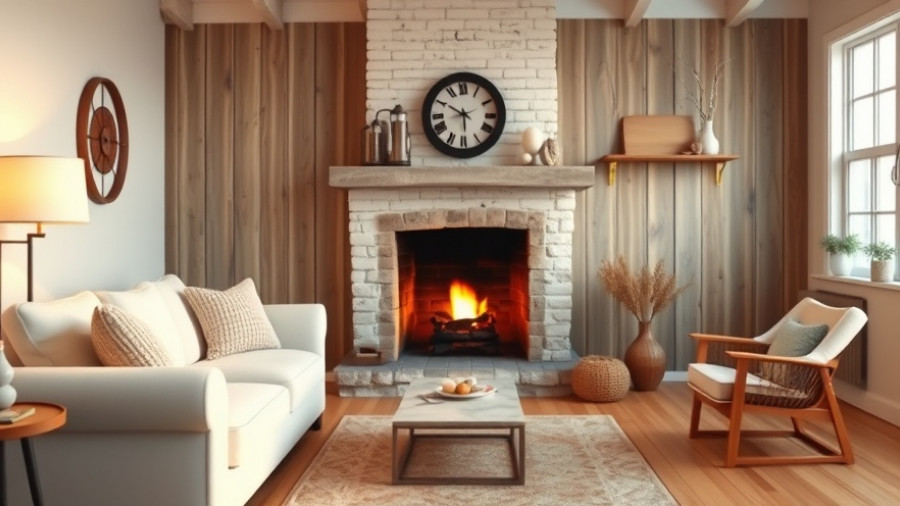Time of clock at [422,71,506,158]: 5:49
